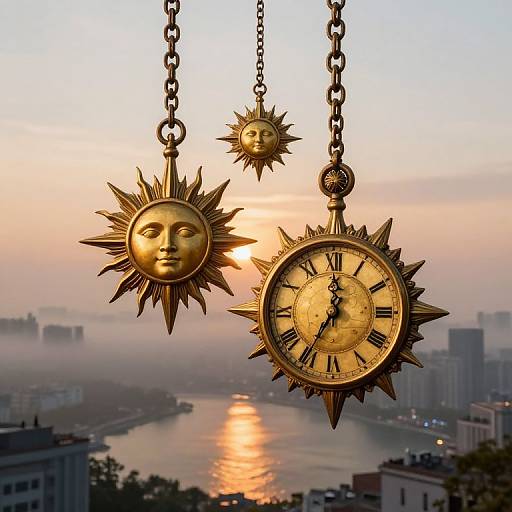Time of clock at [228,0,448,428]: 7:00
